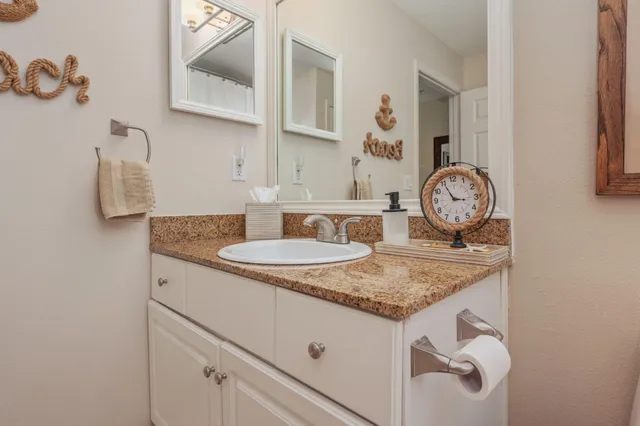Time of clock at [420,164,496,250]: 2:55
